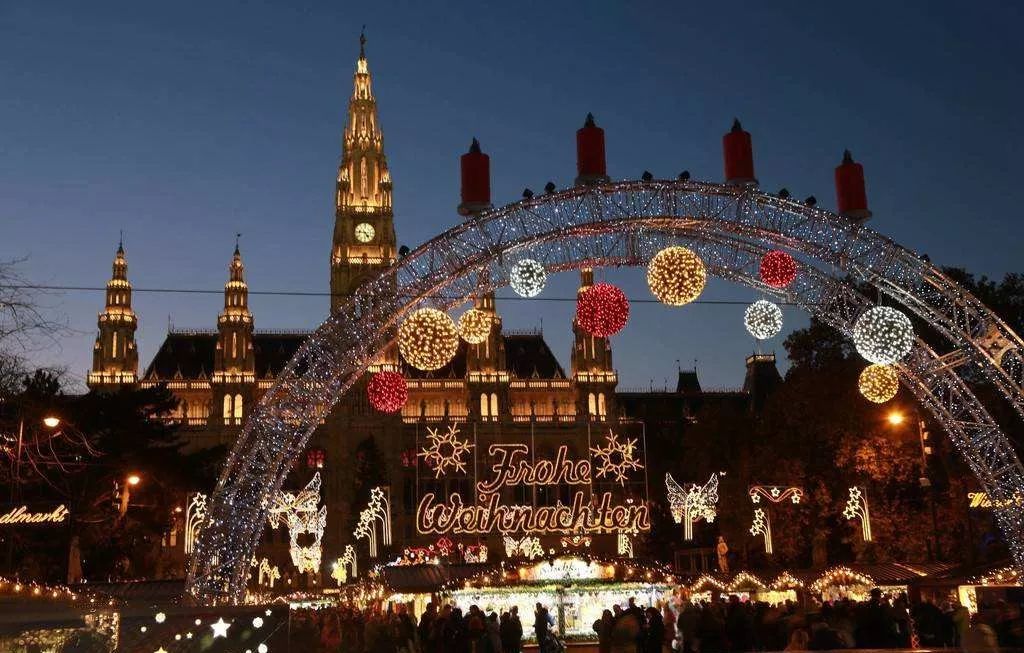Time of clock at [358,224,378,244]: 4:46
